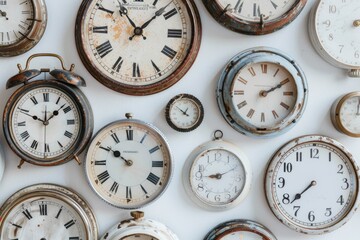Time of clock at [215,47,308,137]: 2:10
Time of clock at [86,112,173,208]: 9:50
